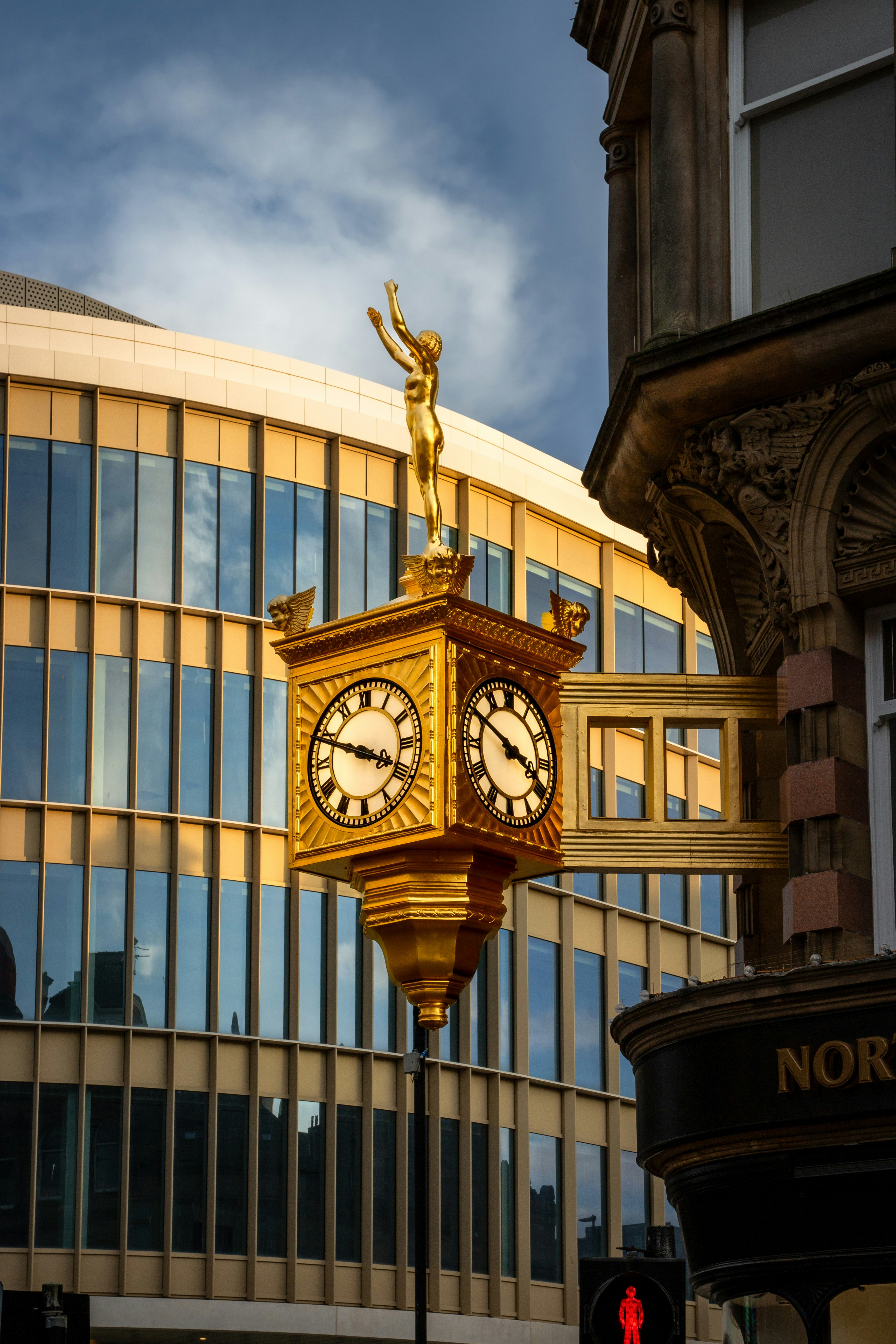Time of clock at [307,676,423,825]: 3:48
